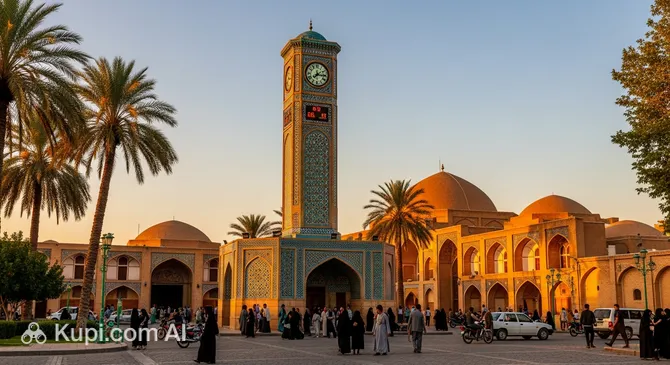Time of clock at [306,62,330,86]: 7:15
